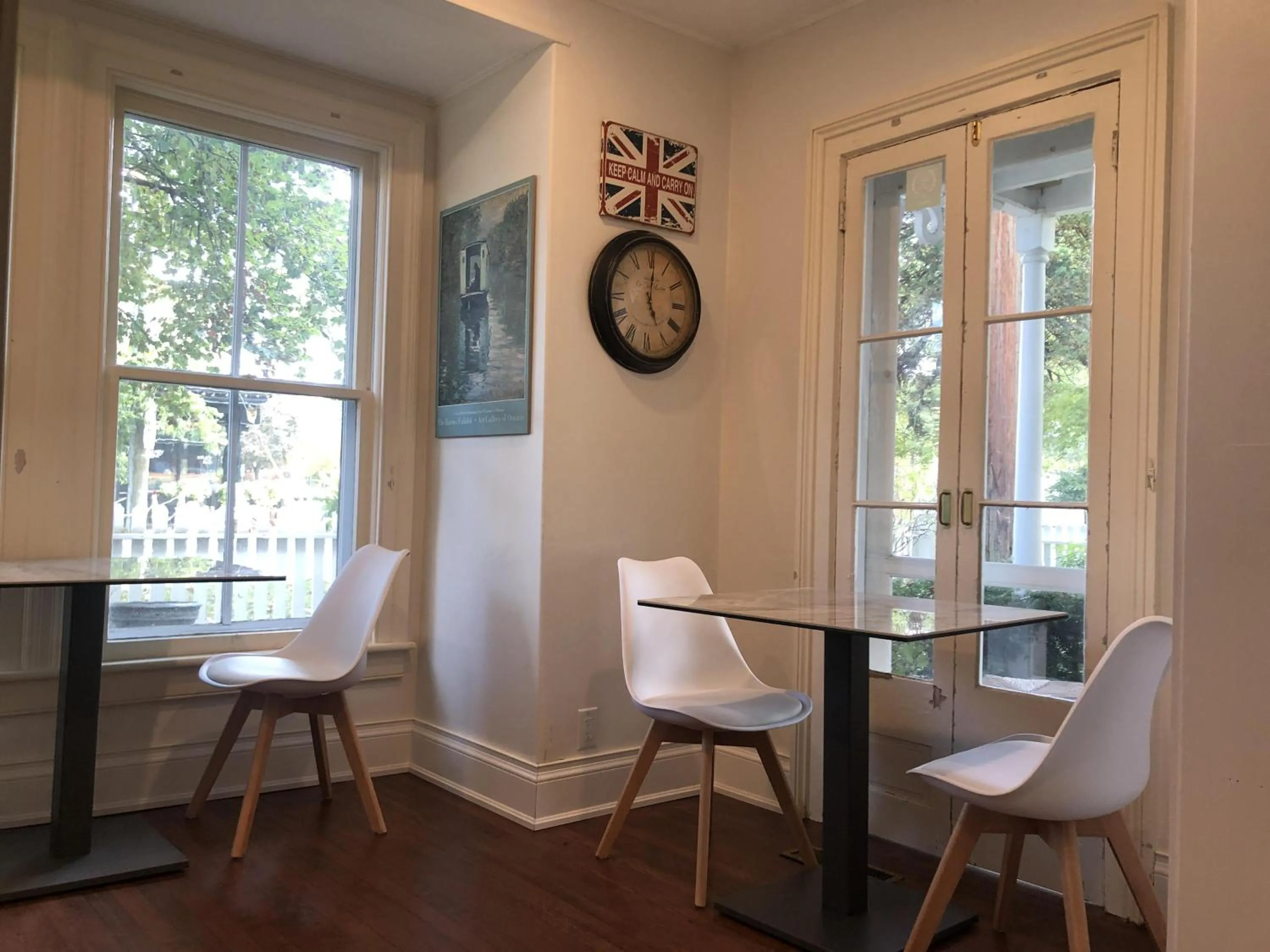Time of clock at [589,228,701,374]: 5:01
